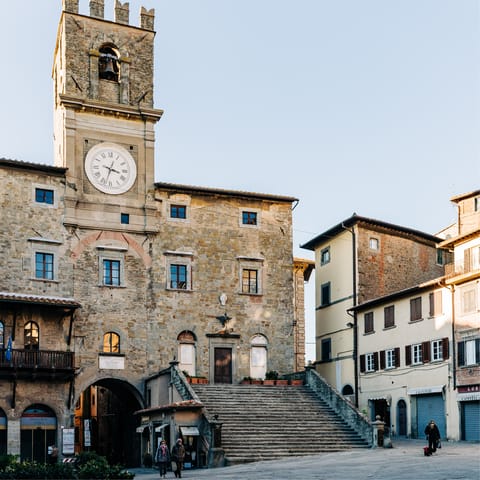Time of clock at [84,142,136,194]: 3:33
